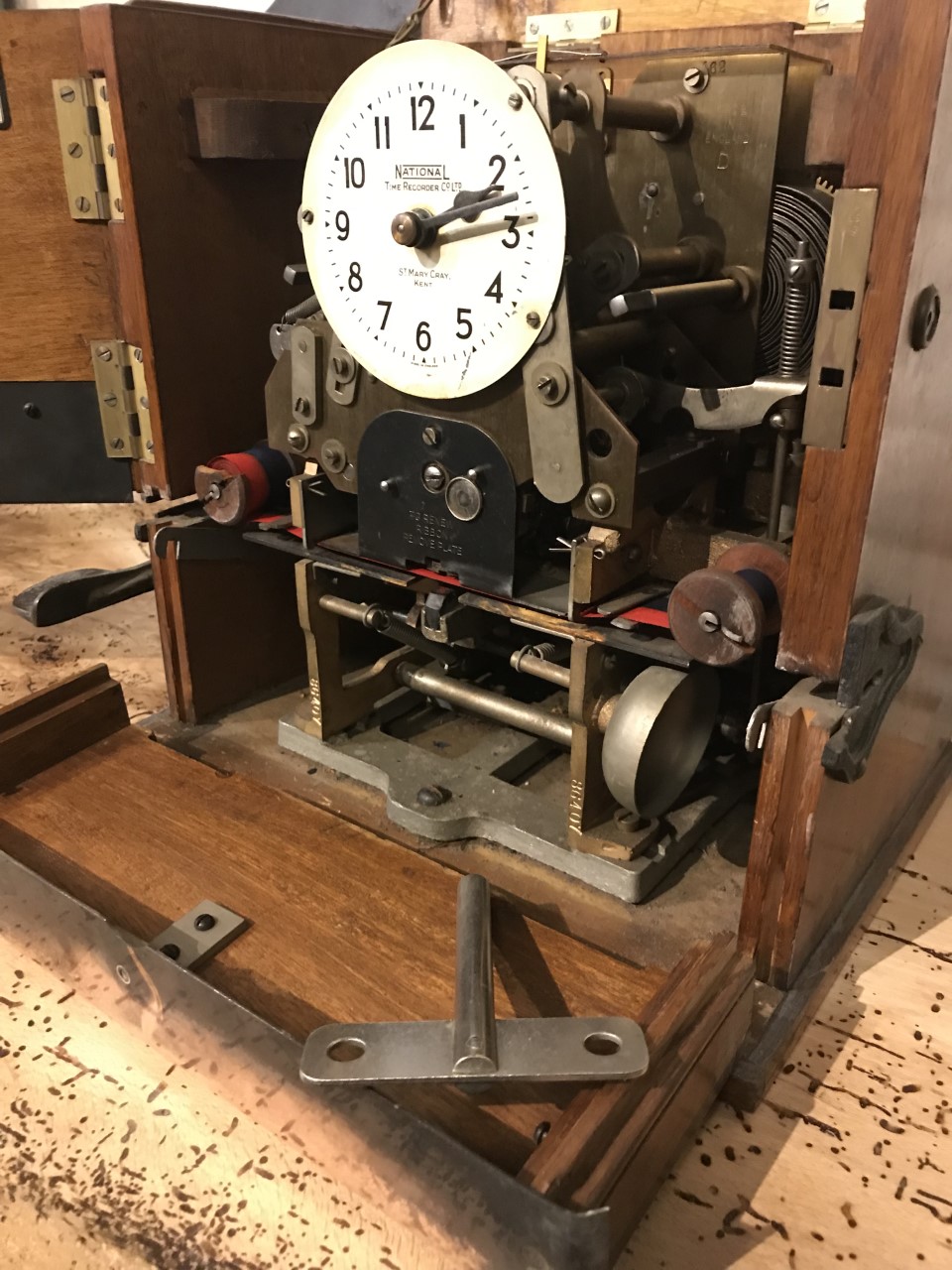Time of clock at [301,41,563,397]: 2:12
